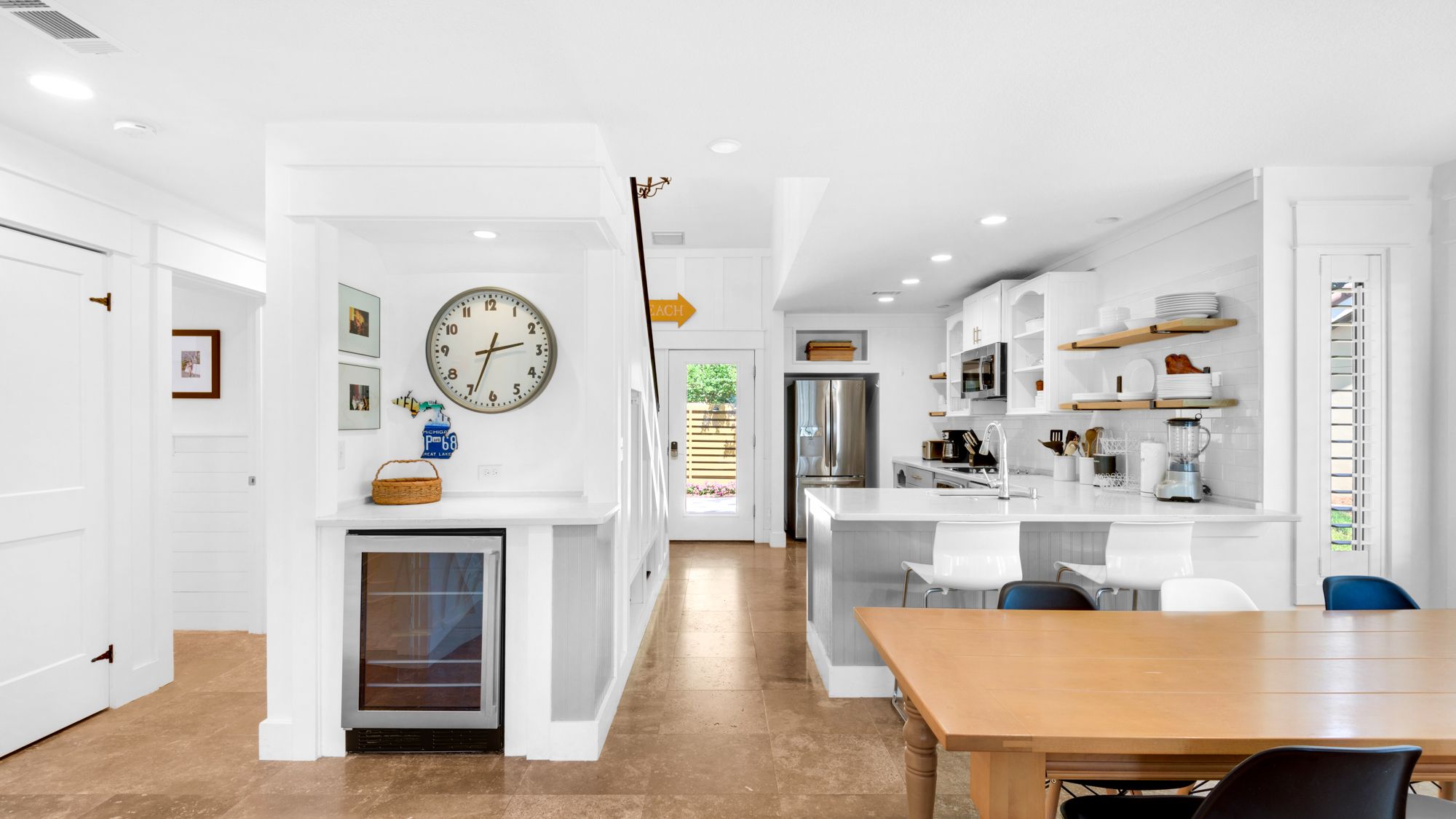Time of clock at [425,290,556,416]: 2:33
